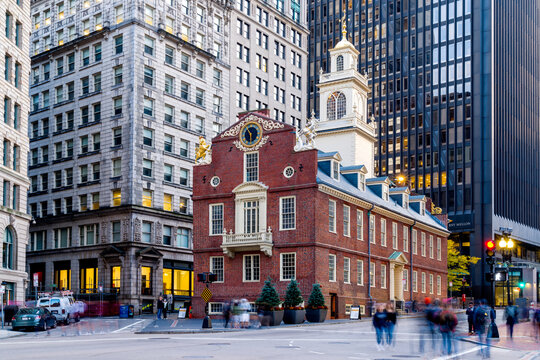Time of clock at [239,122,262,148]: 5:54
